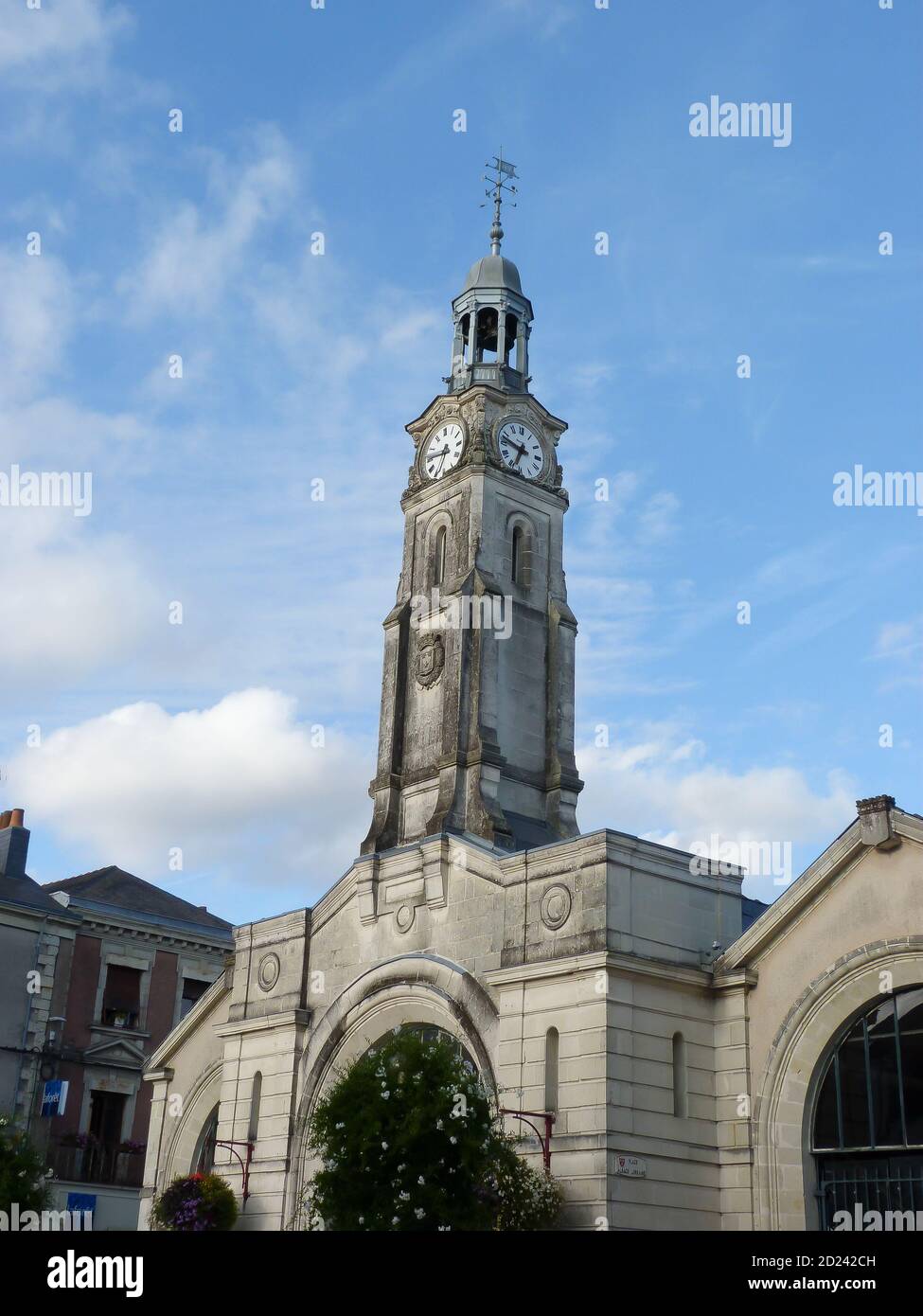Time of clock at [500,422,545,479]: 6:47
